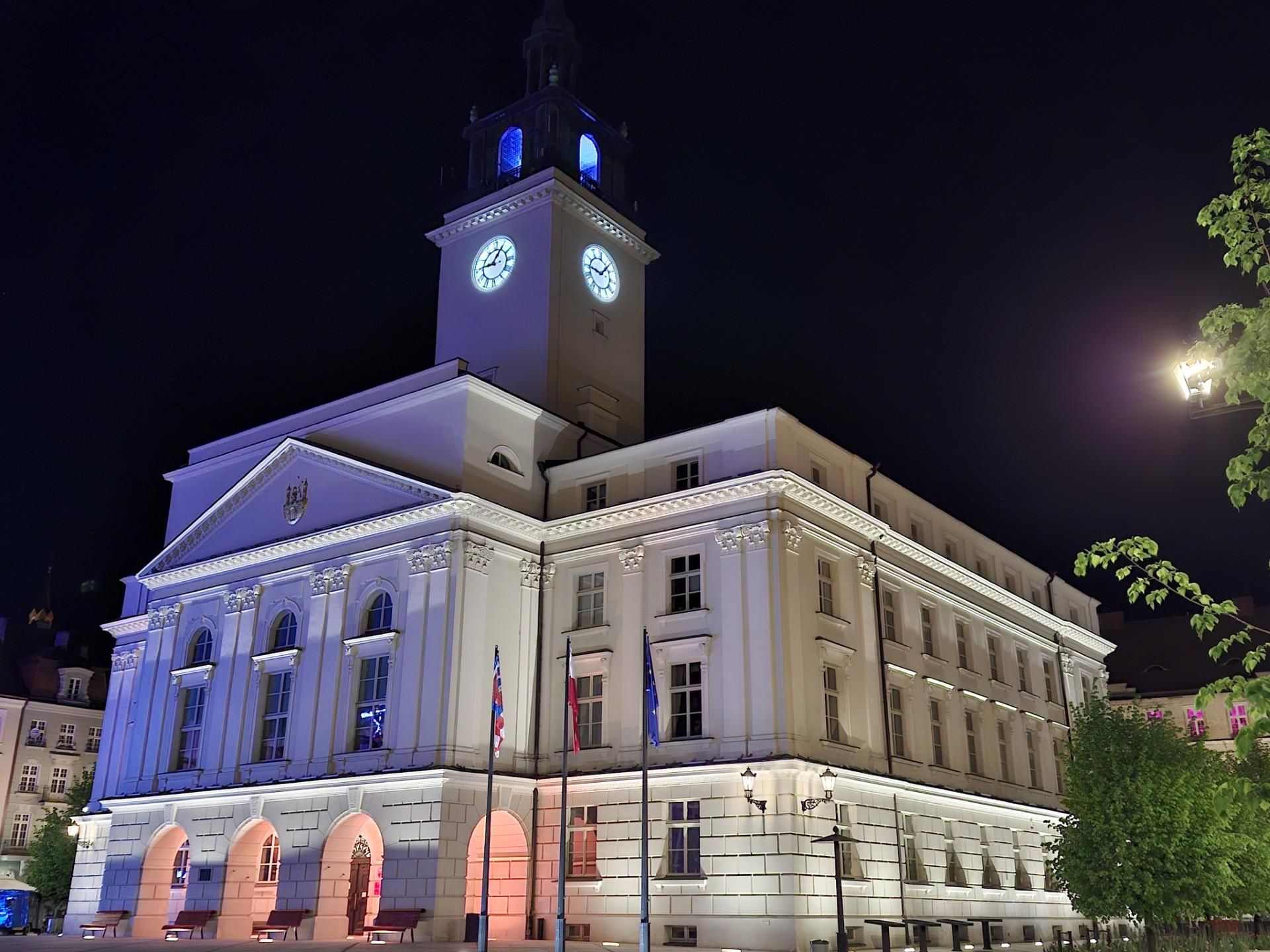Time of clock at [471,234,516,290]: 9:05
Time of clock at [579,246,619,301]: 9:07
